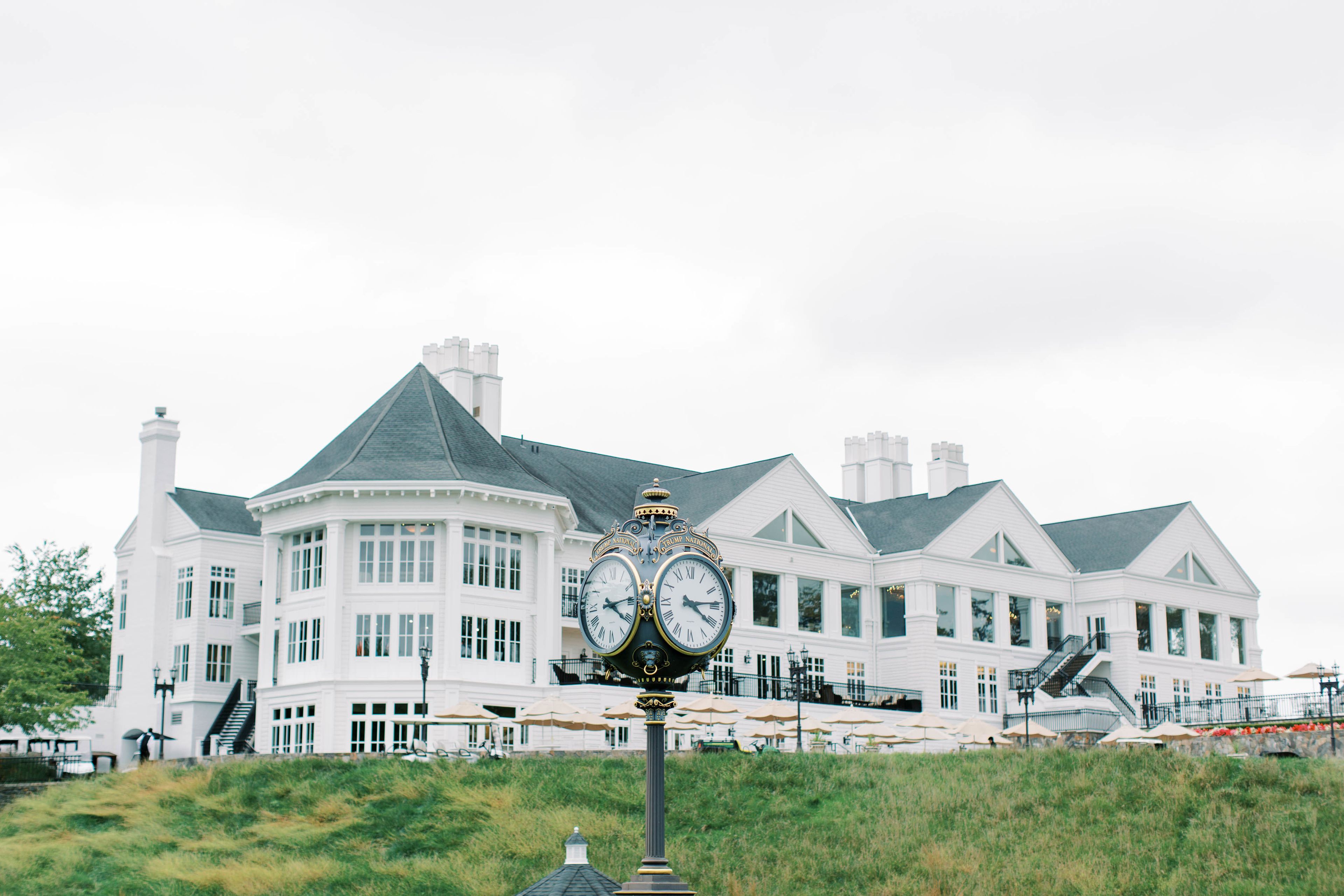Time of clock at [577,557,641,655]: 4:13
